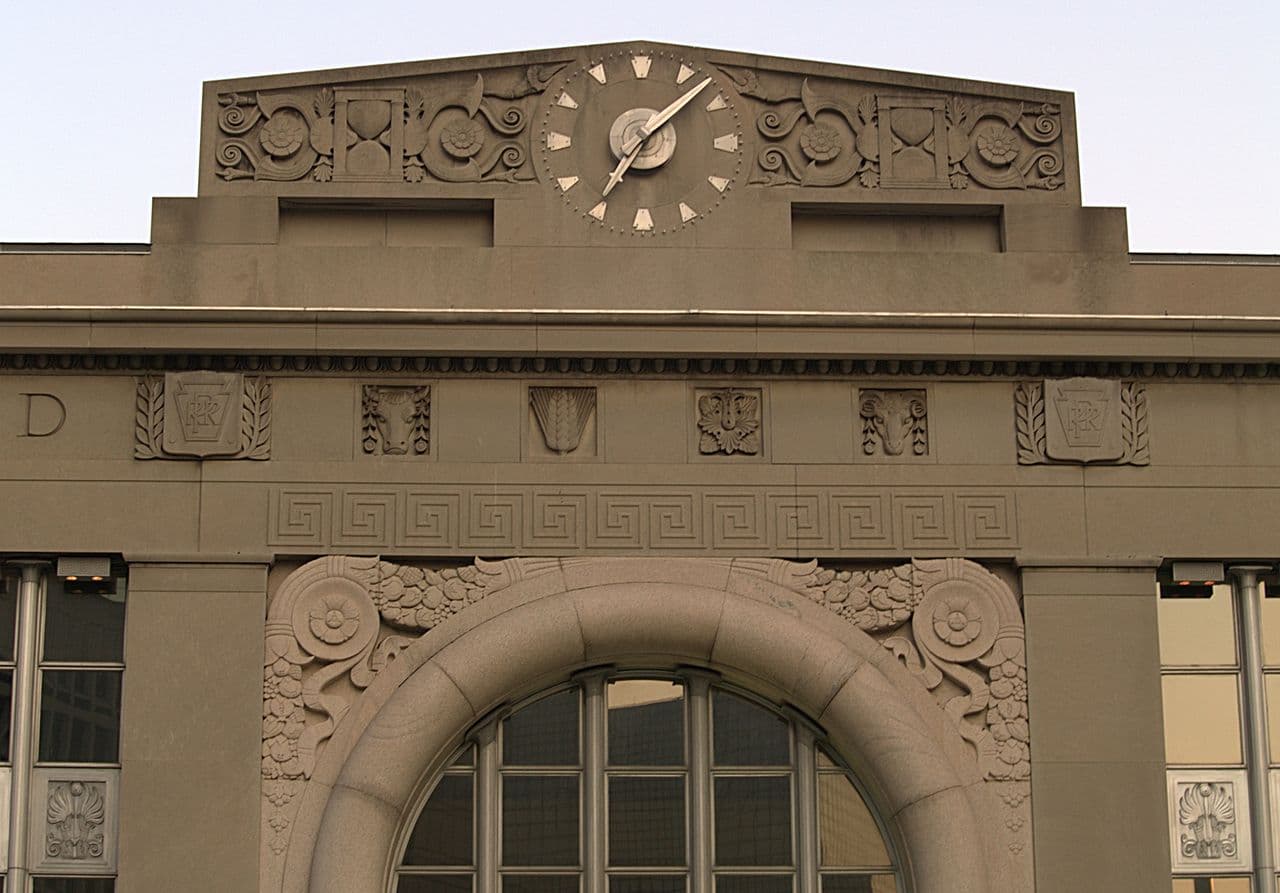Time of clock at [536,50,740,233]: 7:07
